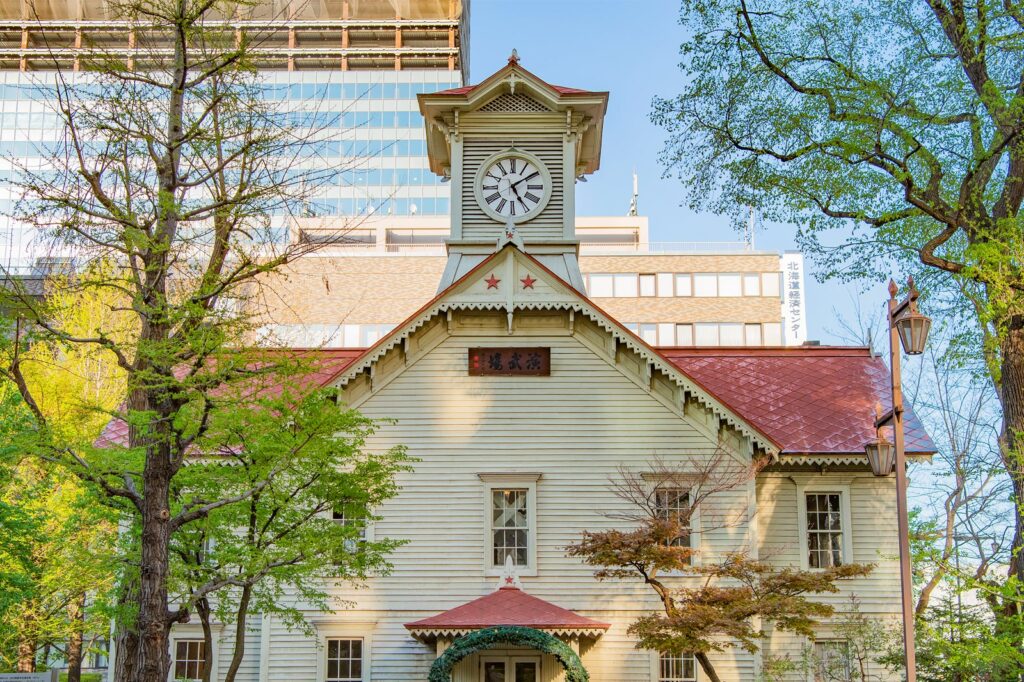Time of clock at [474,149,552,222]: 5:09
